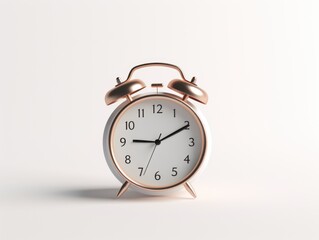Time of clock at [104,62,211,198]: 9:10
